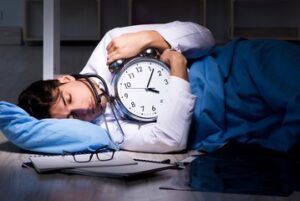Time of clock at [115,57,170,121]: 4:07
